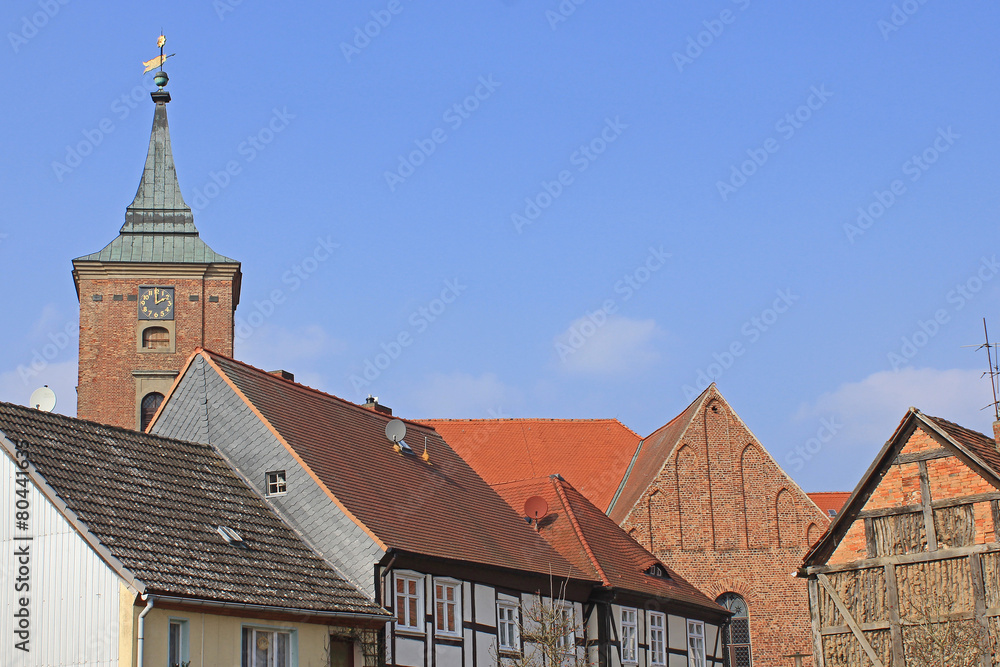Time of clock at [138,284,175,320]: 2:00
